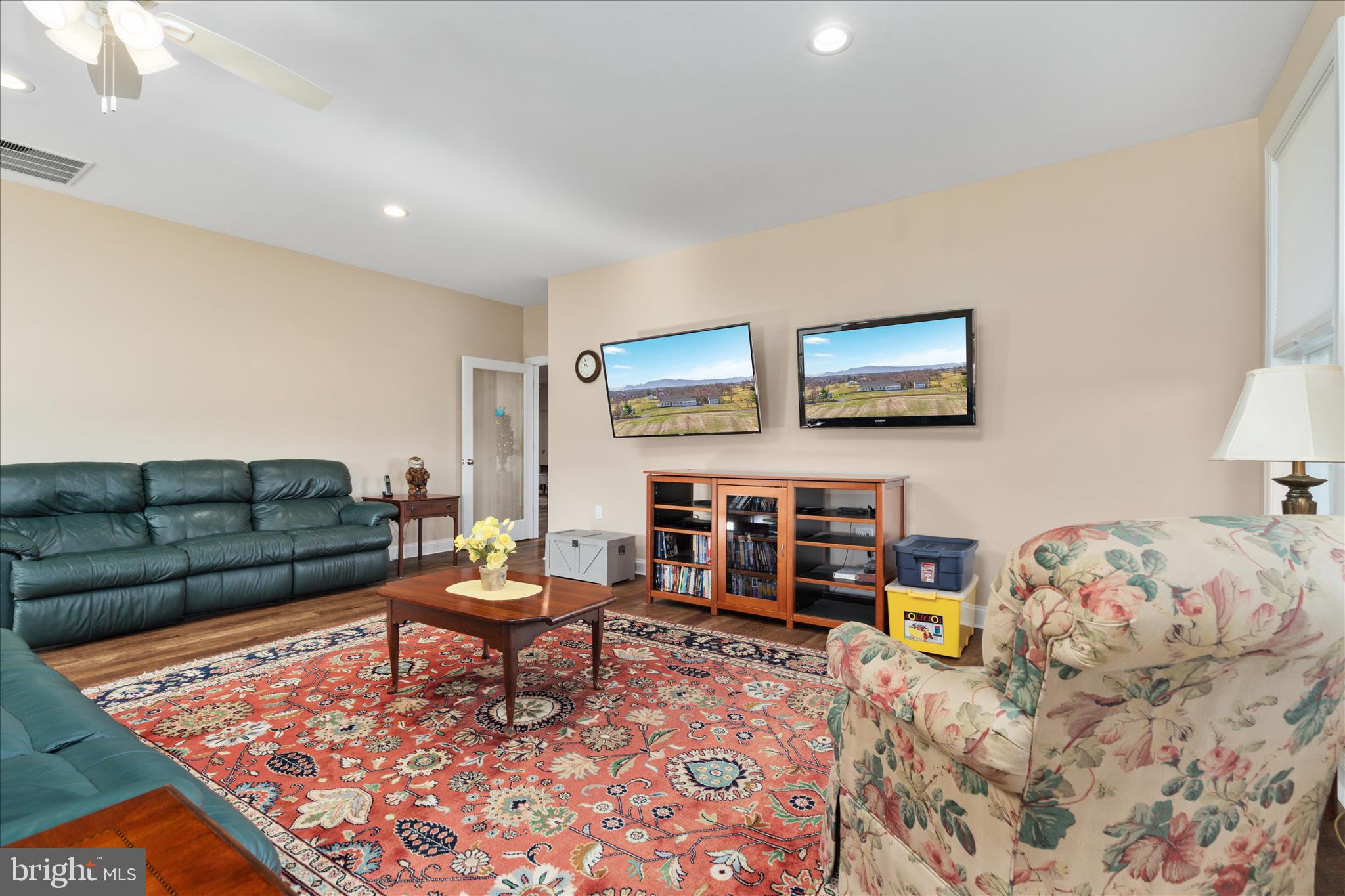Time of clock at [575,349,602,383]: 9:55
